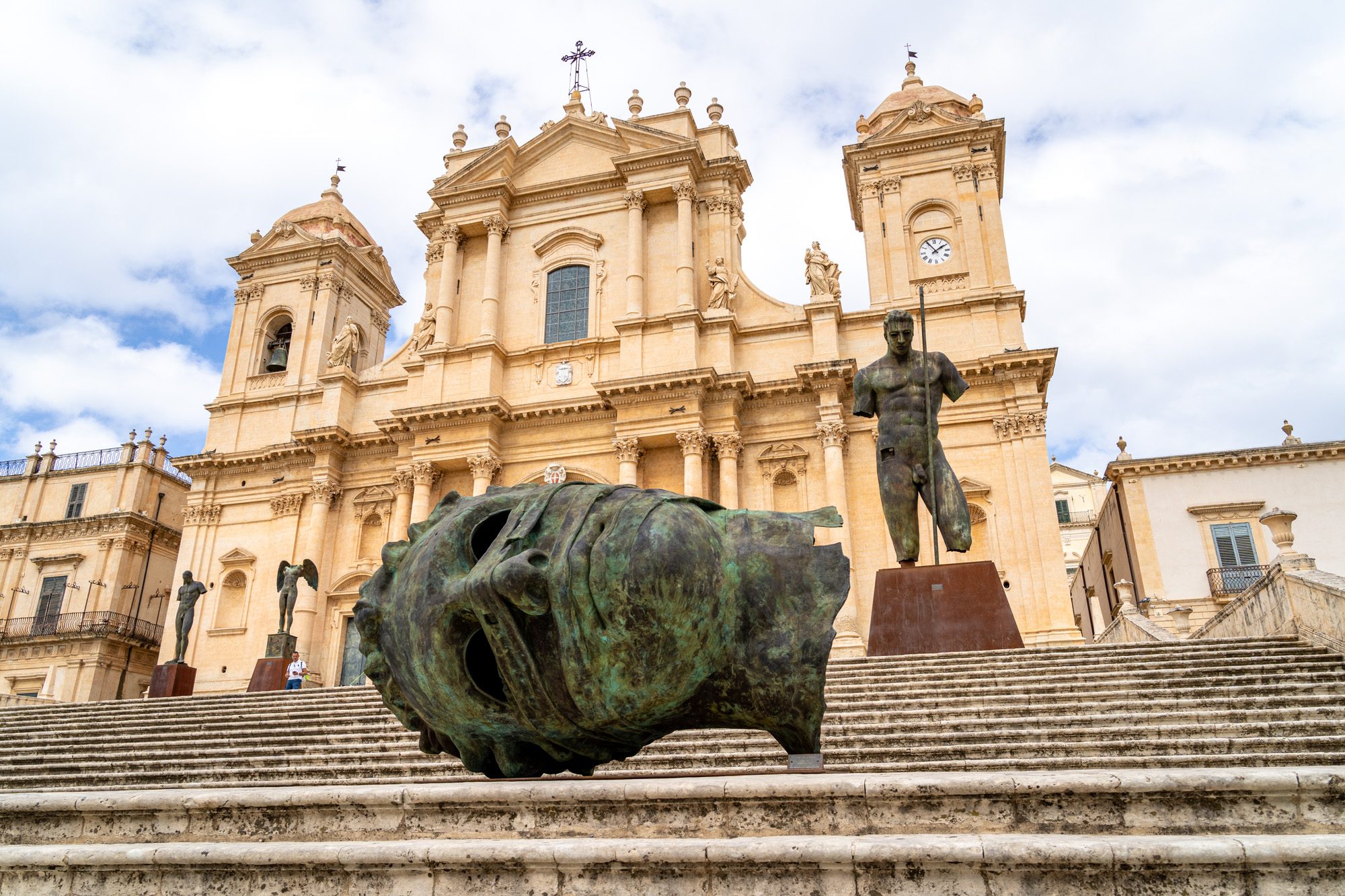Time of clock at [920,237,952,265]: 1:54
